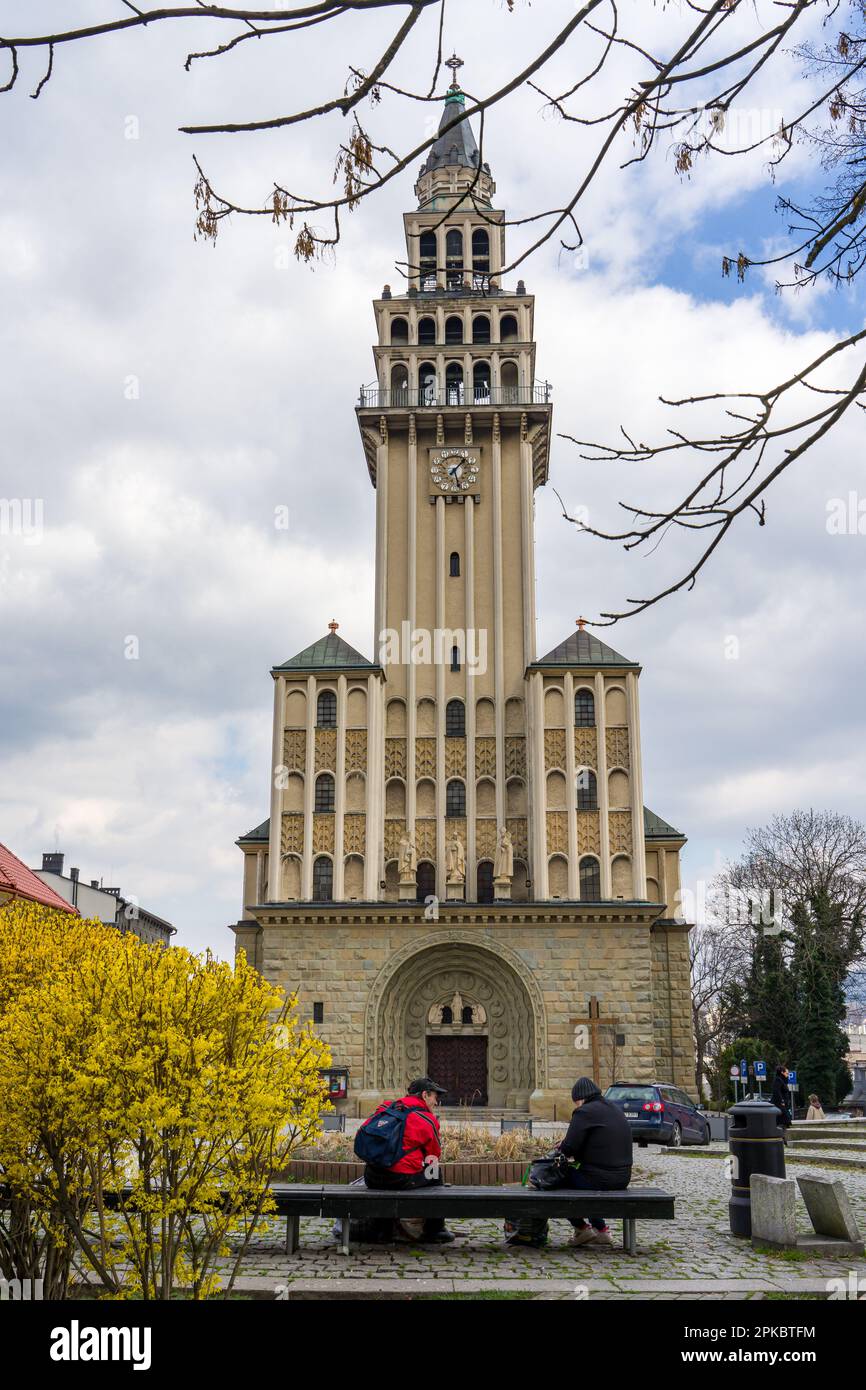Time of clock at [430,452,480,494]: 1:28
